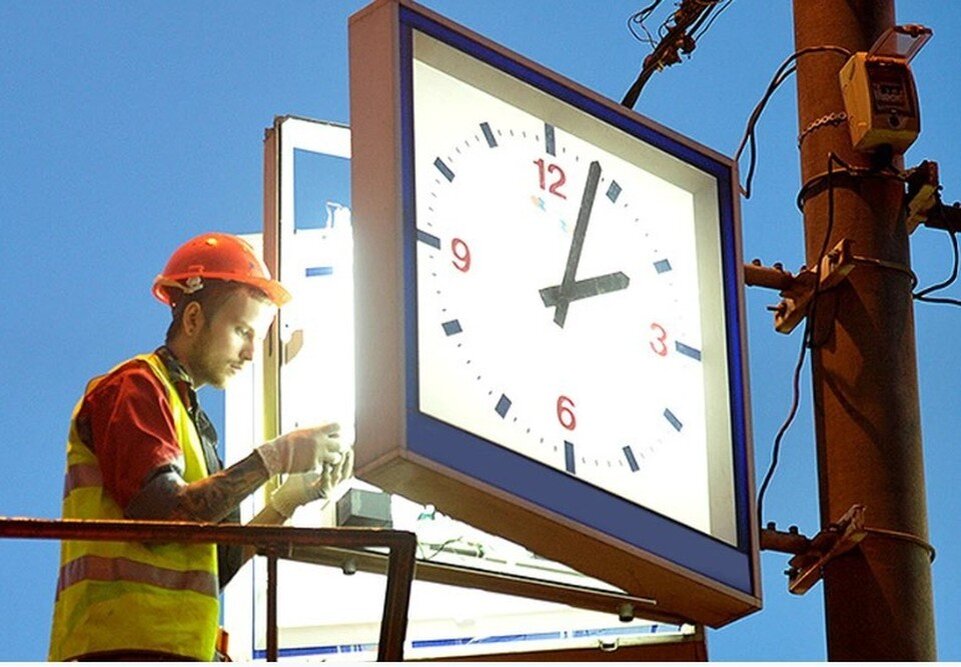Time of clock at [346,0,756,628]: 2:03
